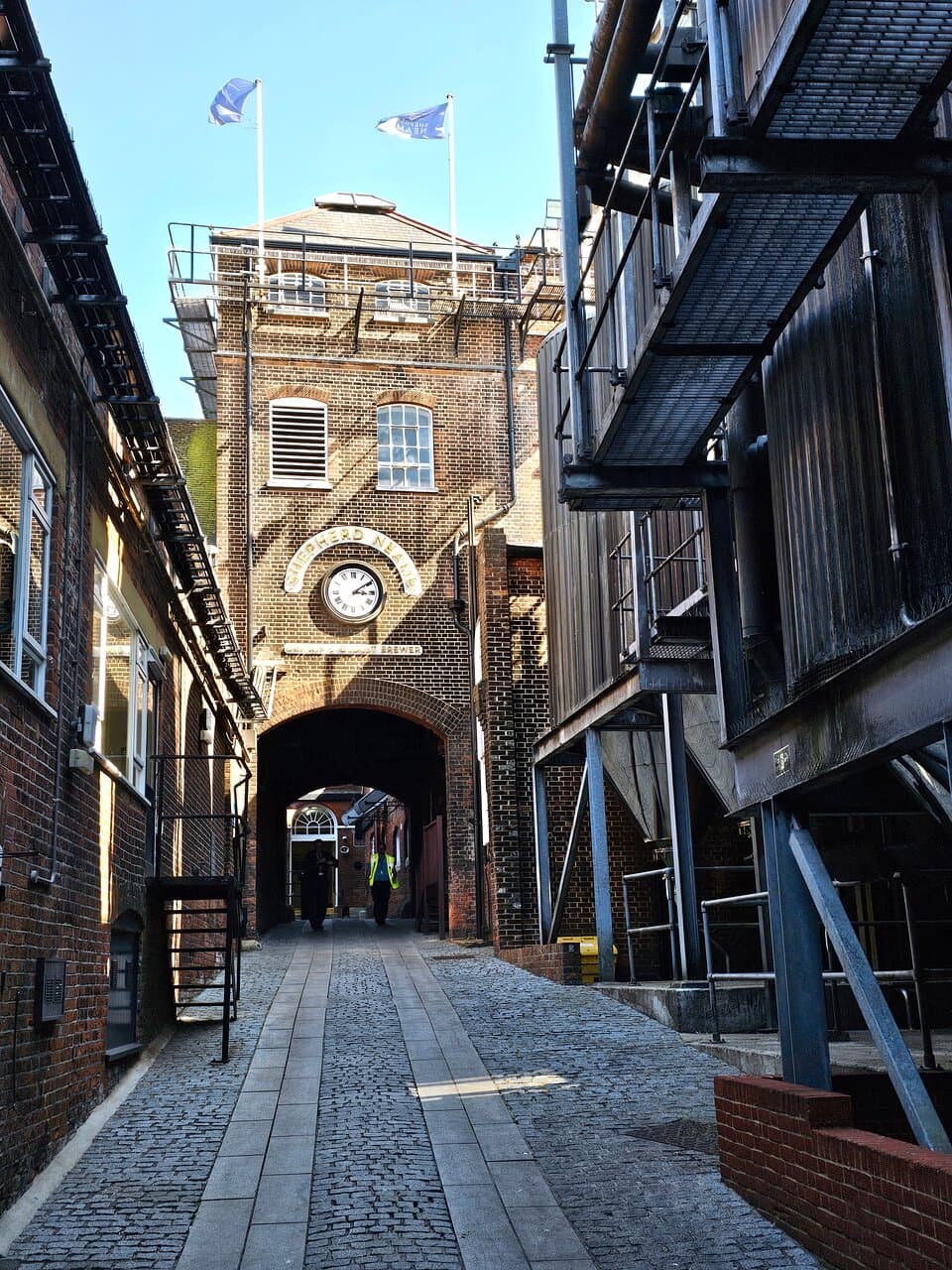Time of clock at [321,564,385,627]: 3:09
